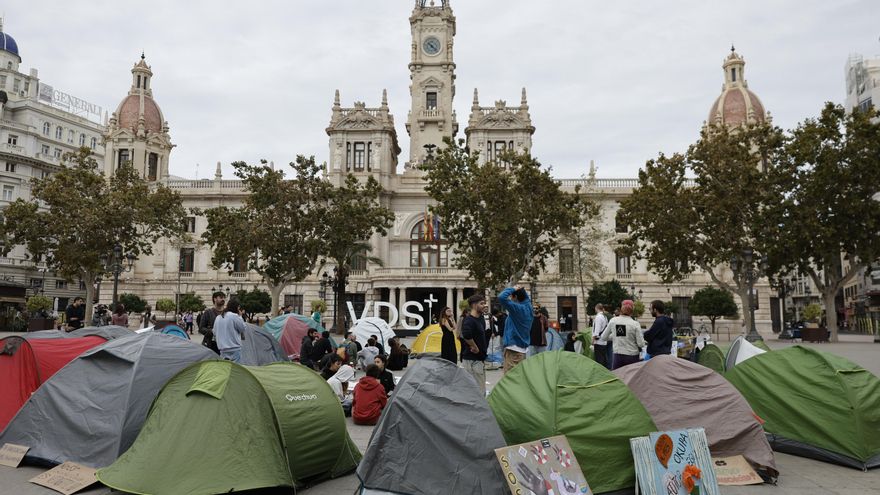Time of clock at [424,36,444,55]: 10:22
